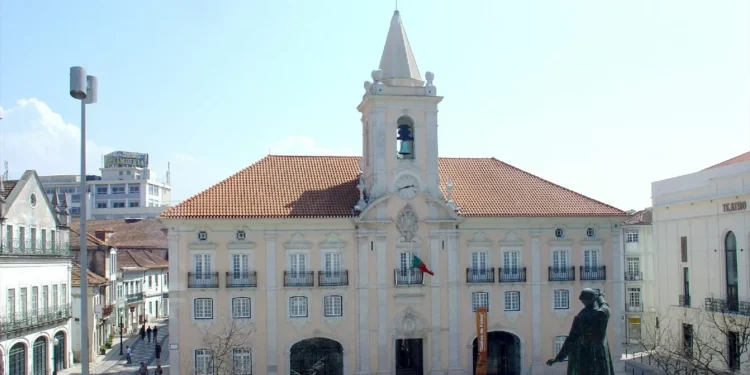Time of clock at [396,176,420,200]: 2:42
